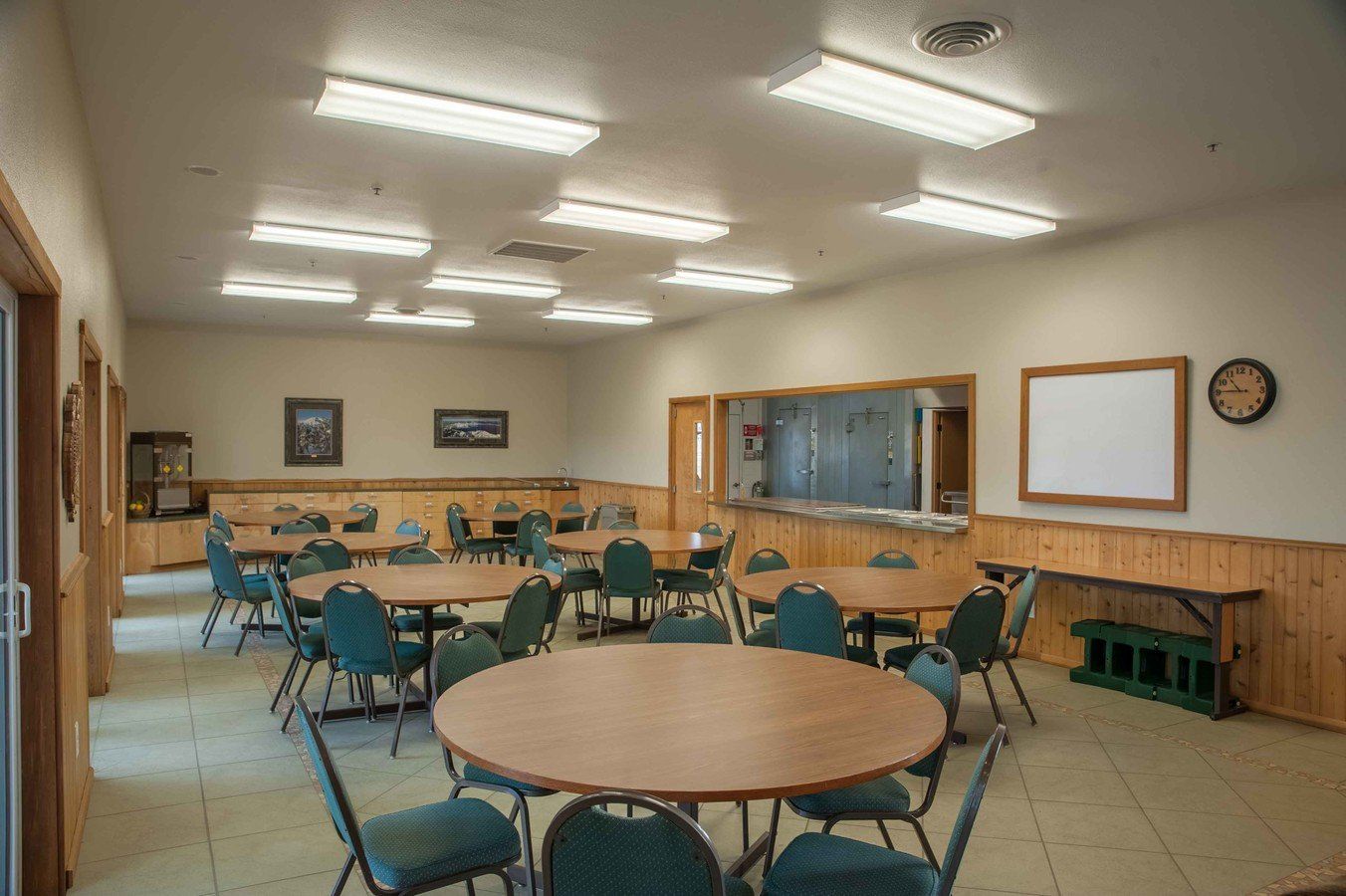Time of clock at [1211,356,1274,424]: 10:45
